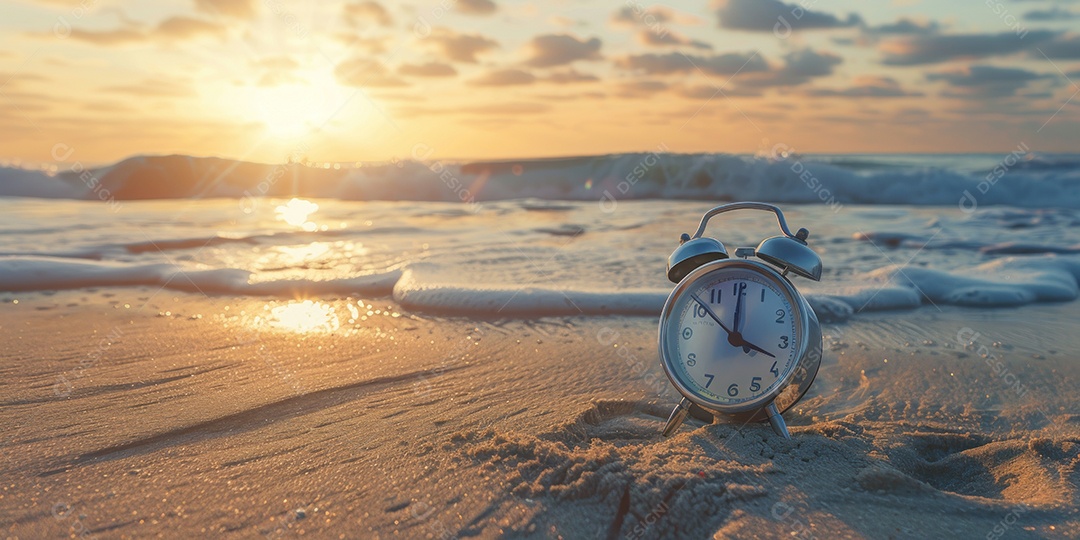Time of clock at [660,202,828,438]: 3:51
